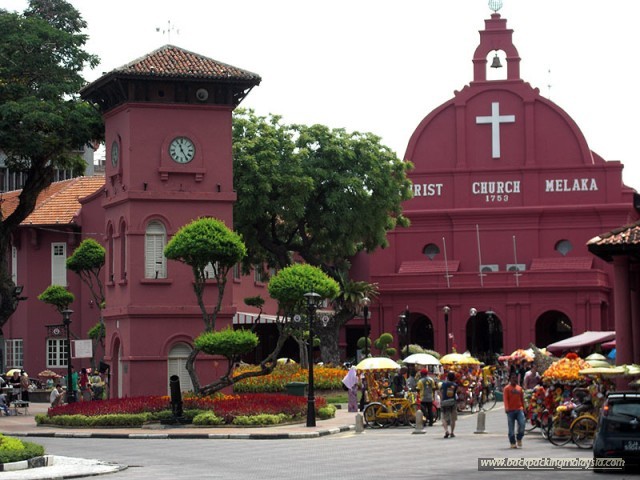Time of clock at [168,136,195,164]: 11:24
